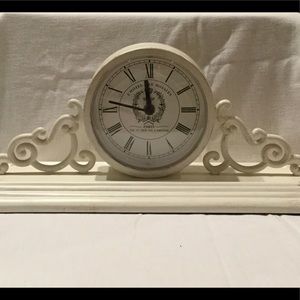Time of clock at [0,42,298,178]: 11:46
